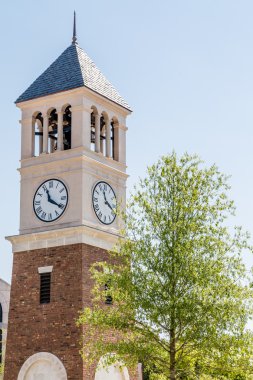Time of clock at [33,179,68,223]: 11:20
